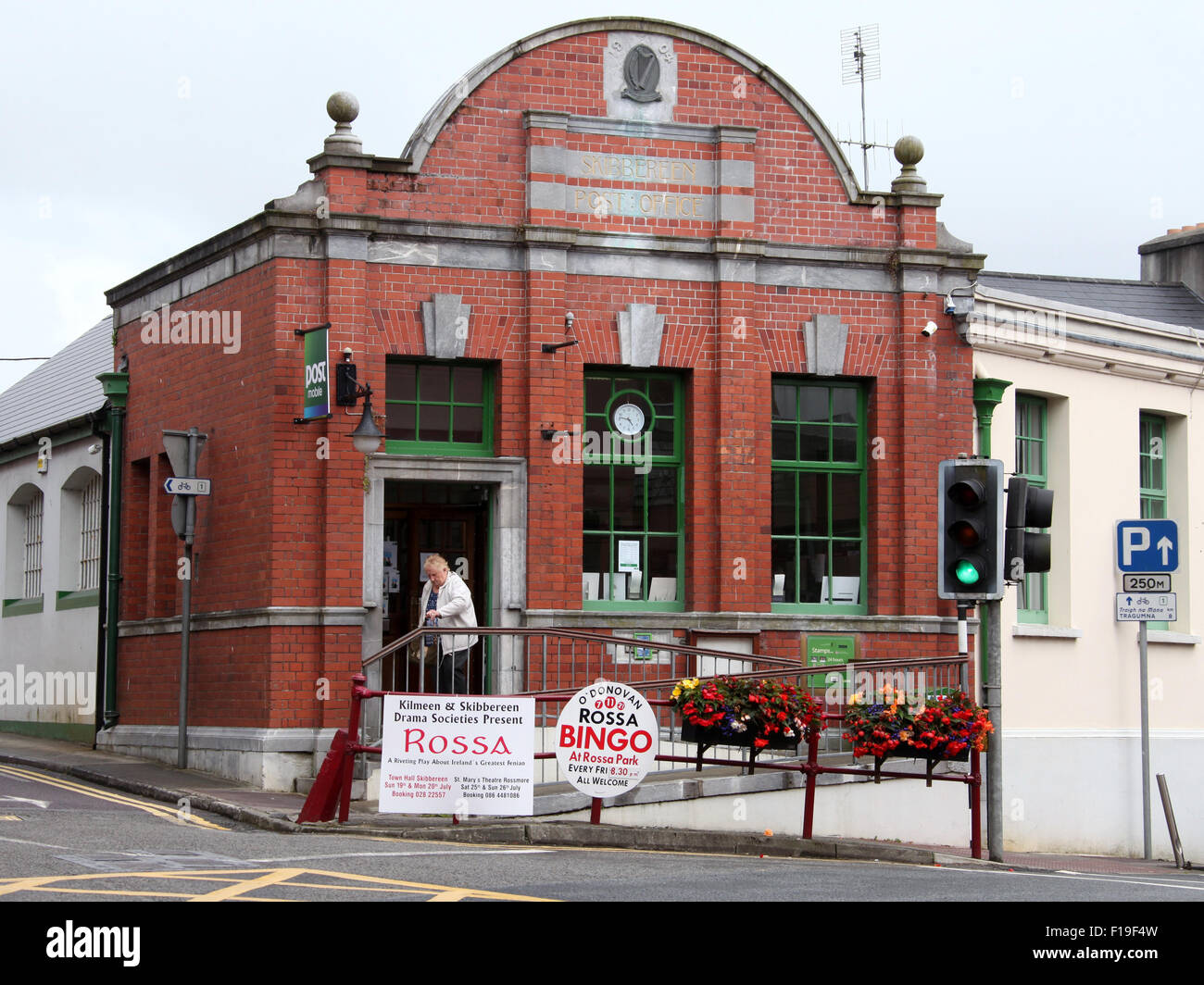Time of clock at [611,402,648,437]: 4:46
